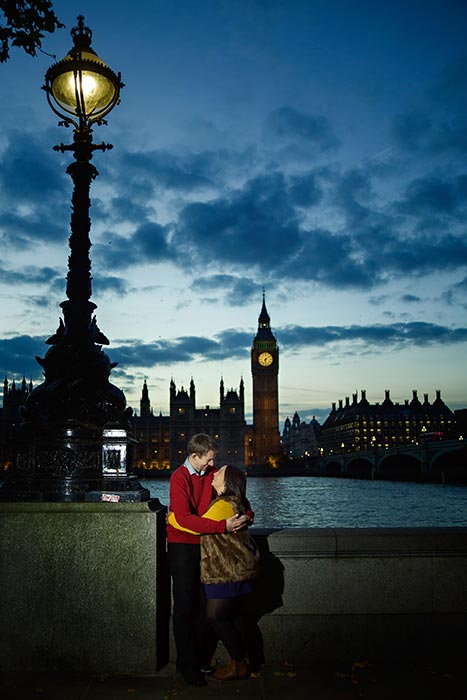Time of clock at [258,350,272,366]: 6:08
